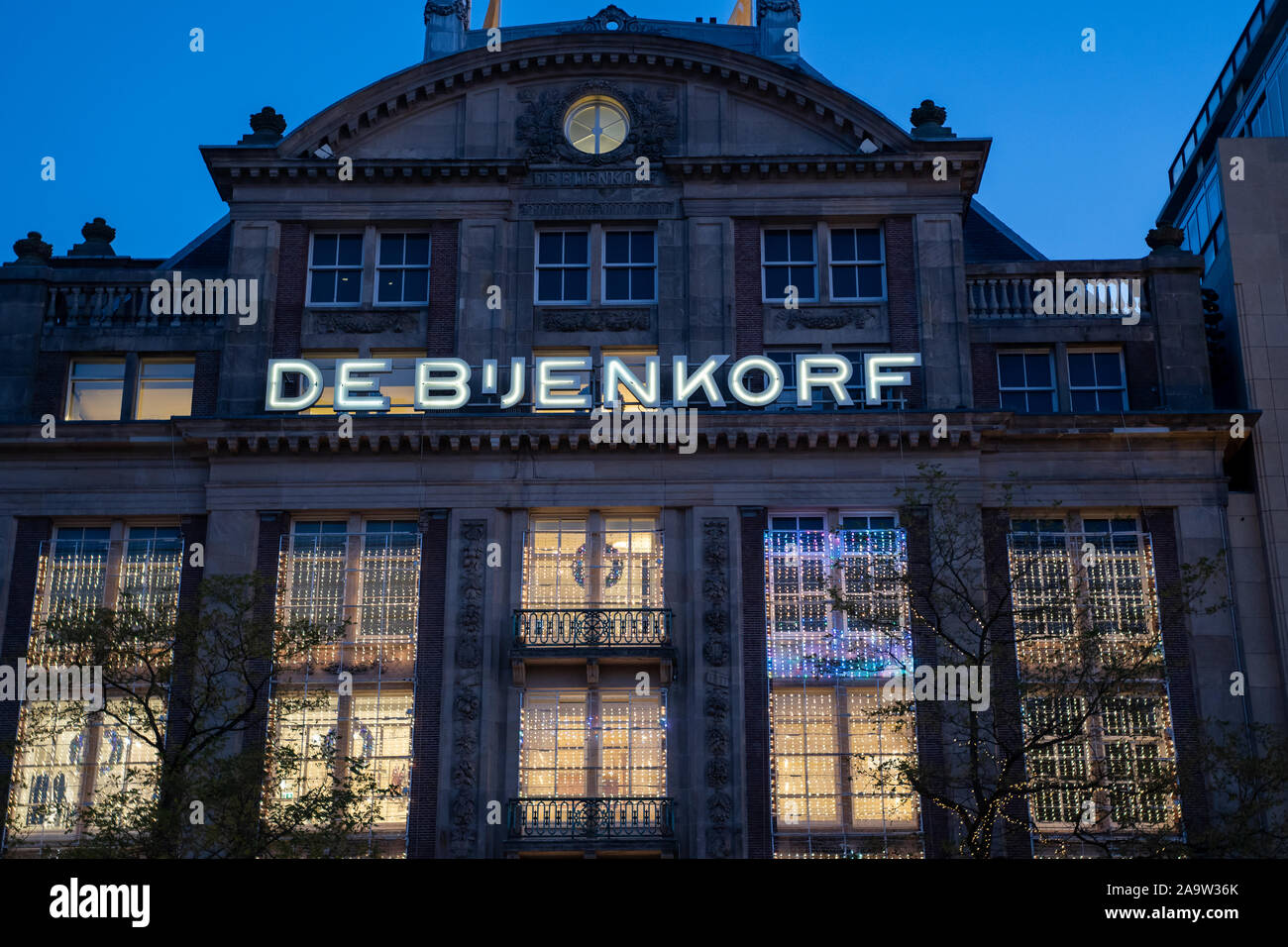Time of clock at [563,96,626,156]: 5:59
